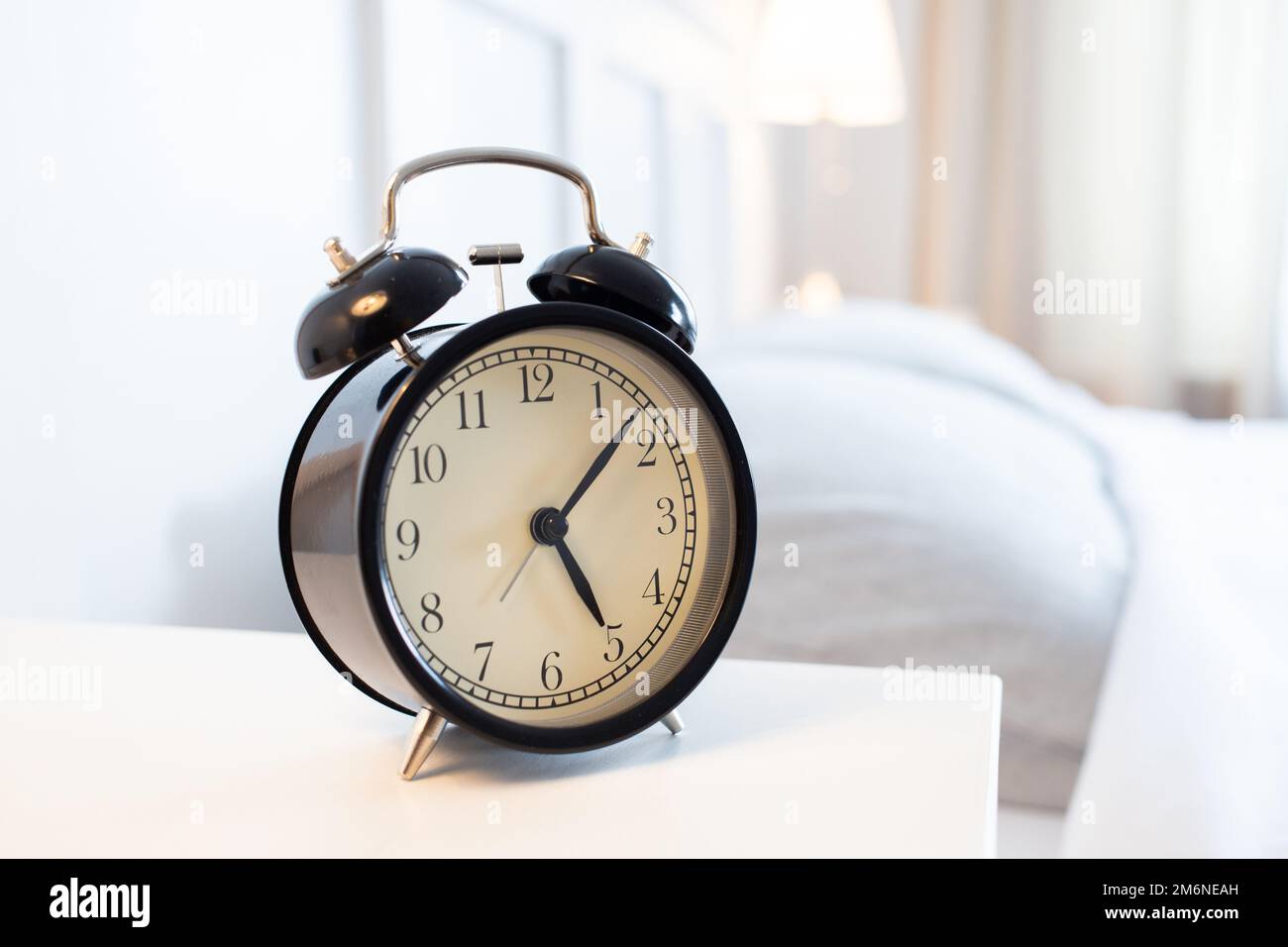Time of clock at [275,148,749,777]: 5:07
